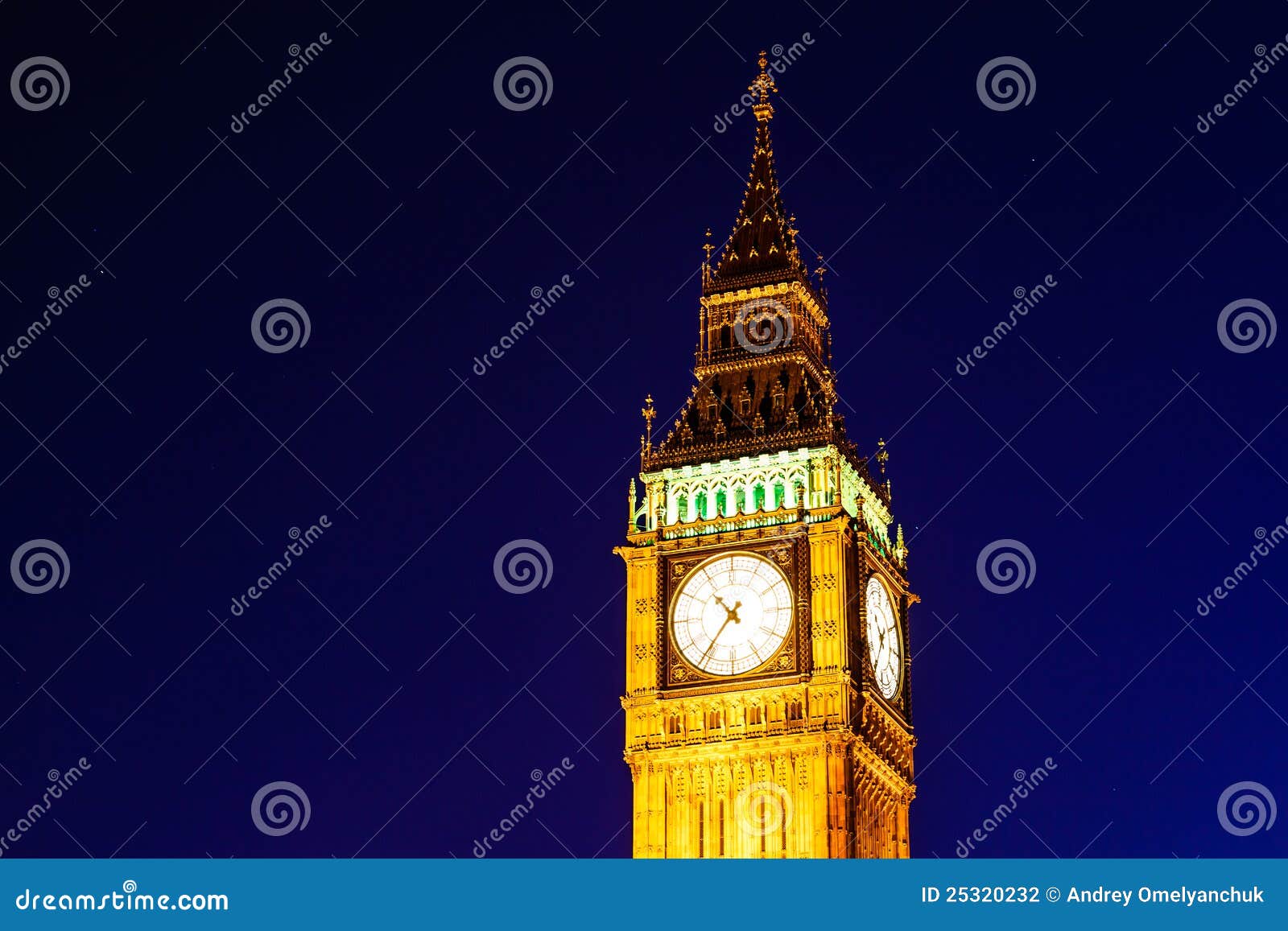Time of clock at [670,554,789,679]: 10:36
